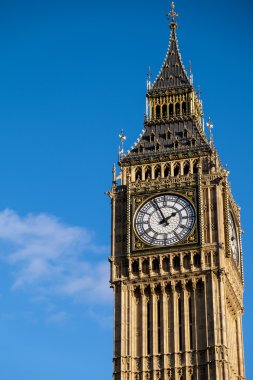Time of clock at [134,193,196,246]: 1:56
